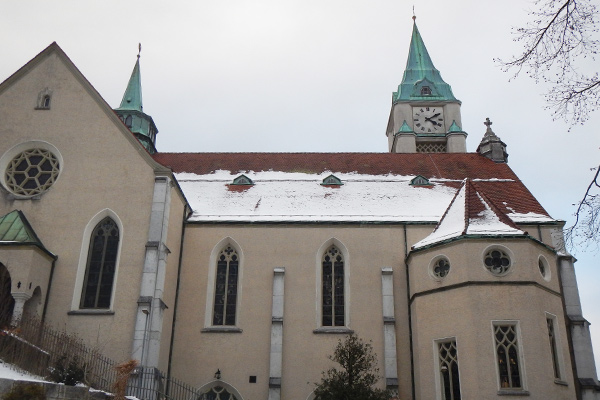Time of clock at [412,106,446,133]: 4:09
